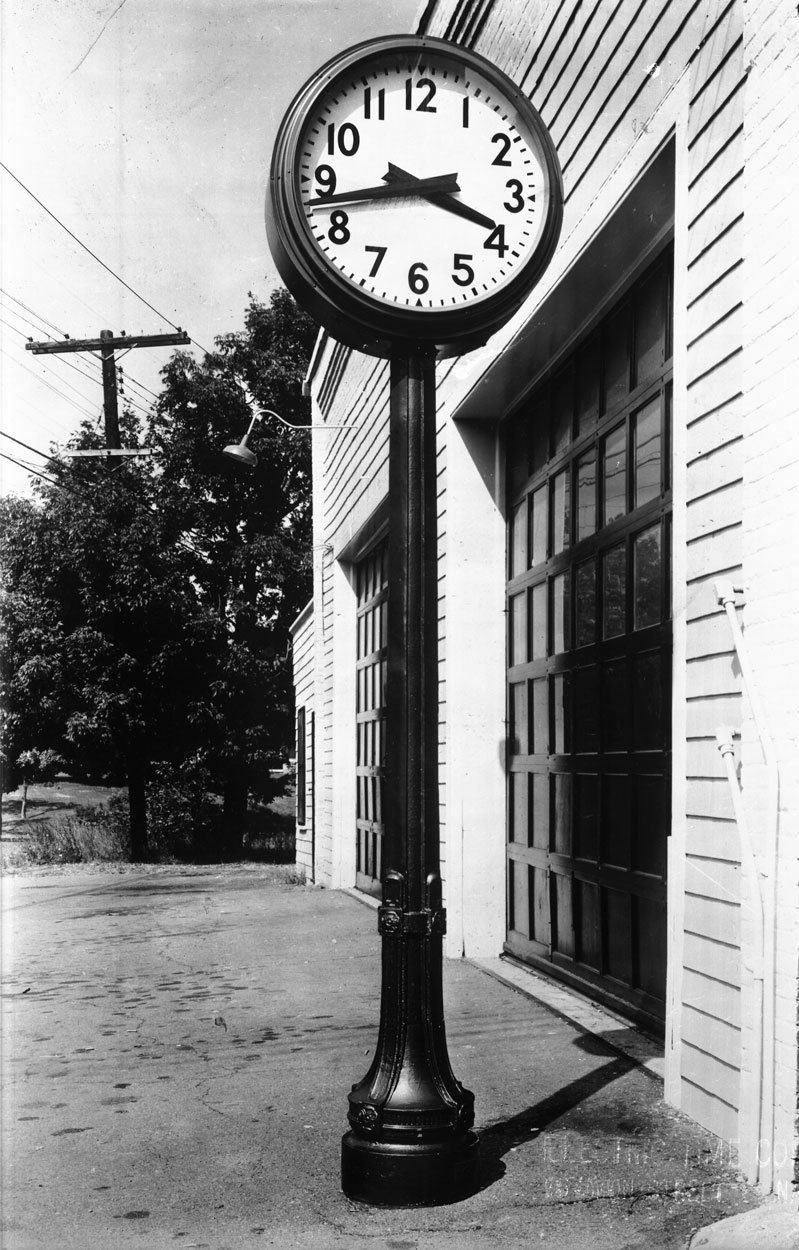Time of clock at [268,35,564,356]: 3:42
